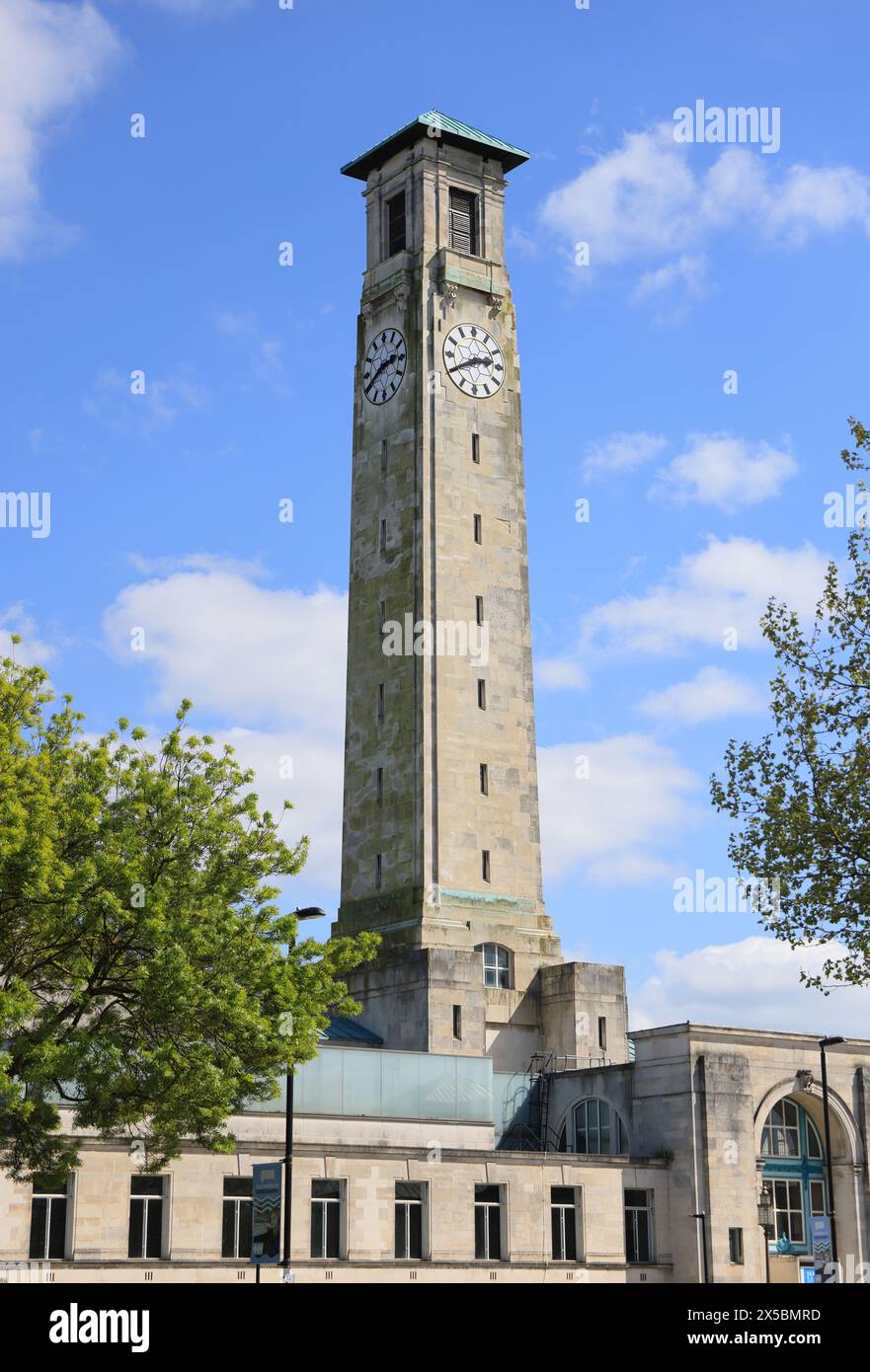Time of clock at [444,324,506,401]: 2:40
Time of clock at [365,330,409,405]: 2:40
